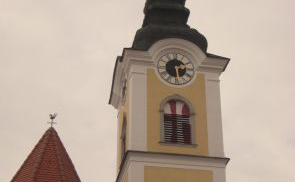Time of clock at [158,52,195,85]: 2:29
